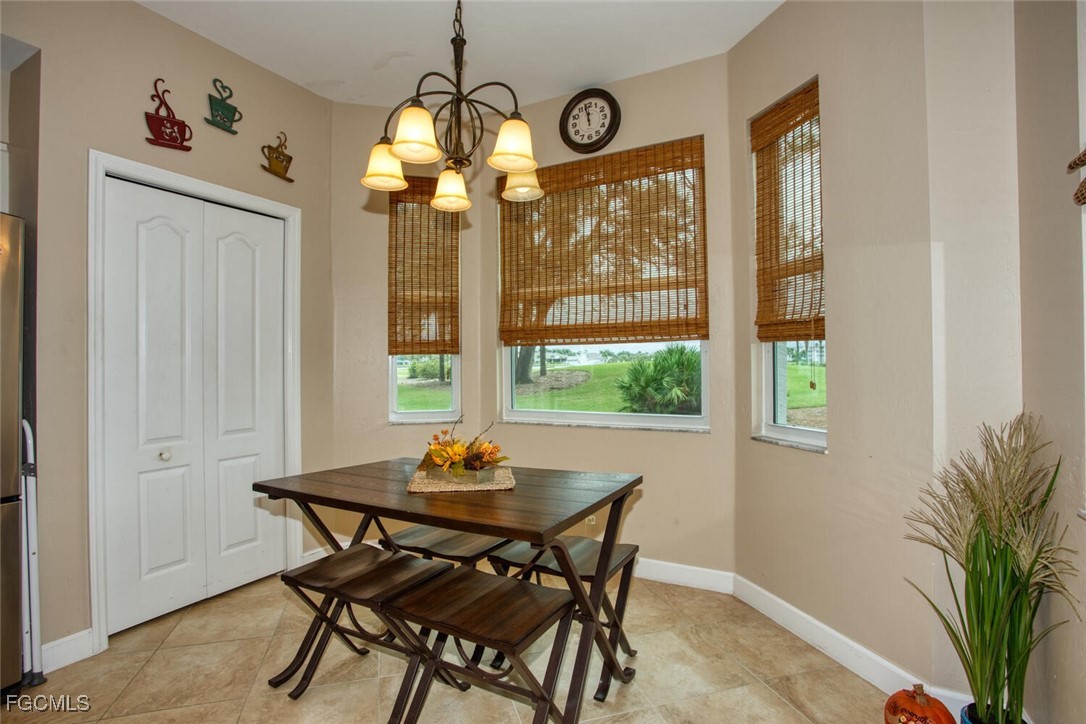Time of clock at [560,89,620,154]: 11:58
